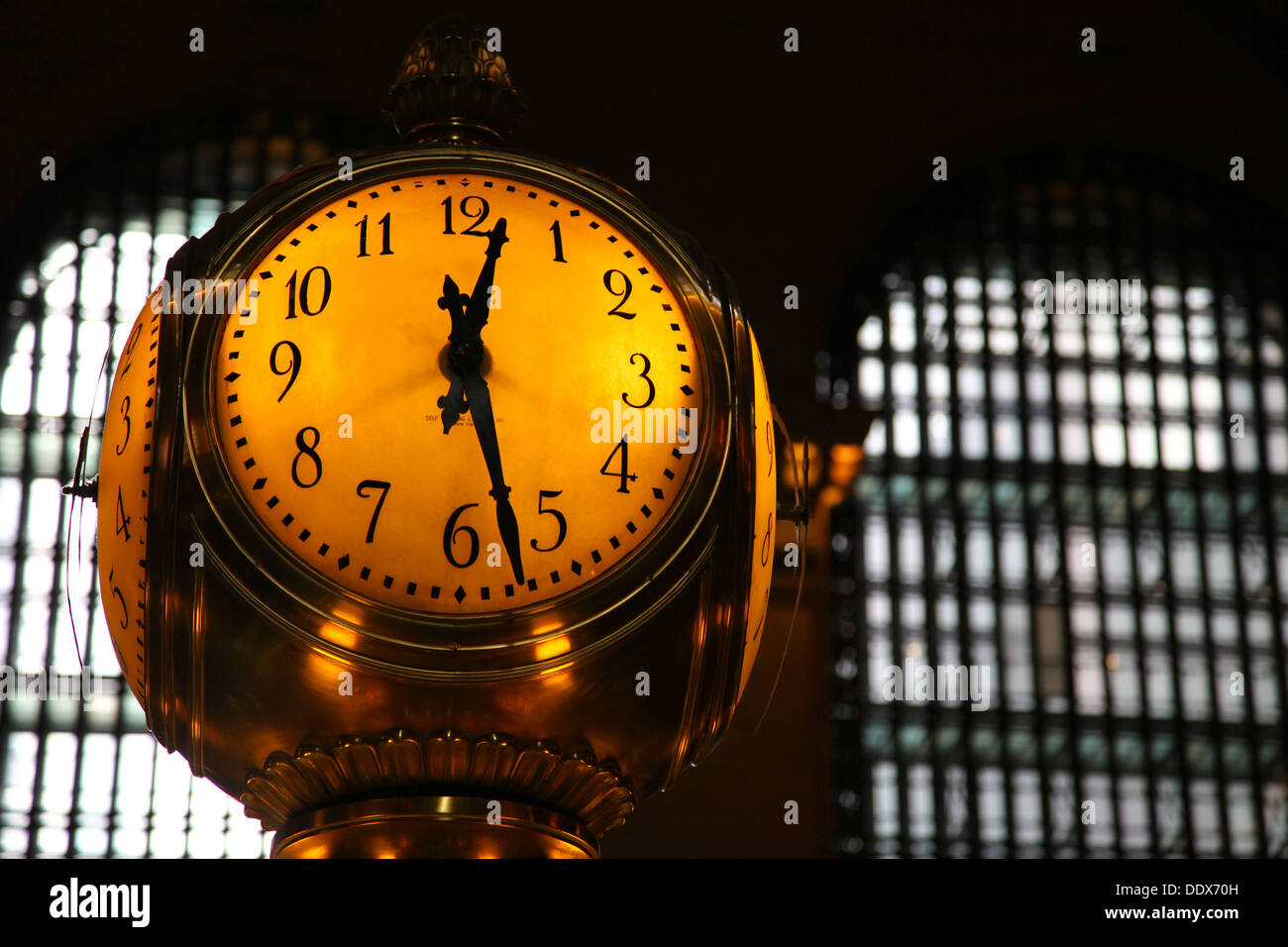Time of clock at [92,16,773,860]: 12:27
